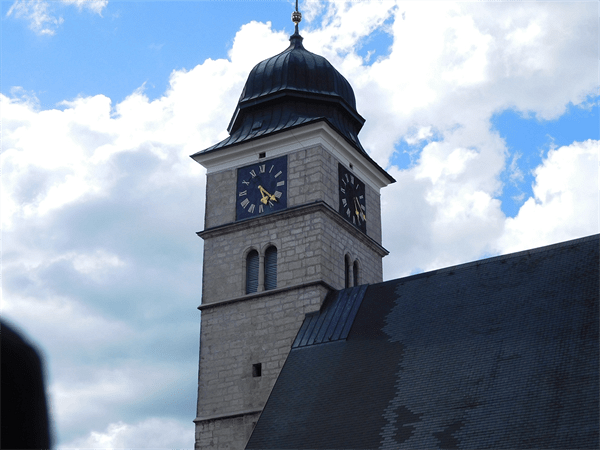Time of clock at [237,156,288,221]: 5:22
